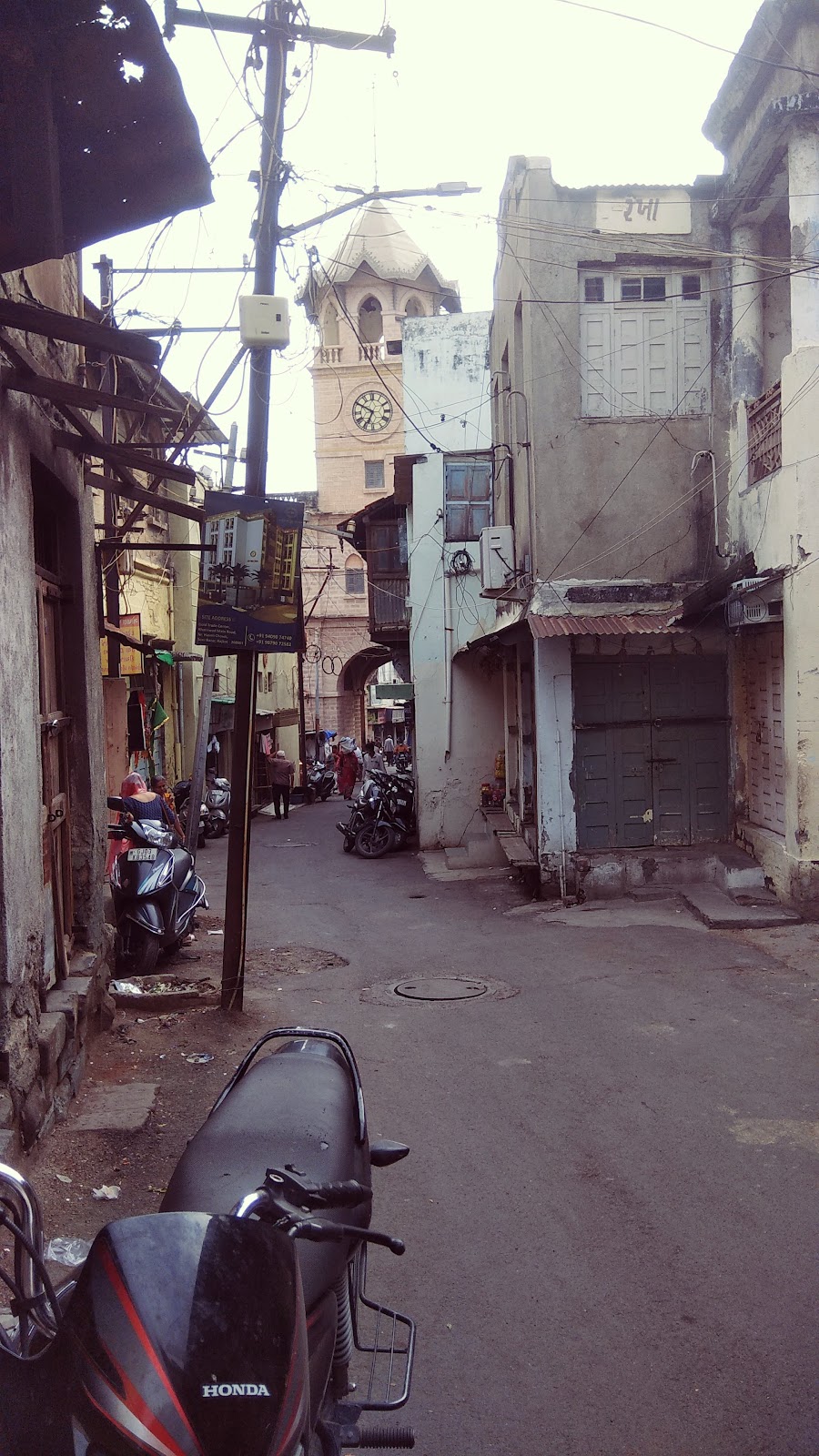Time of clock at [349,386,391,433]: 6:49
